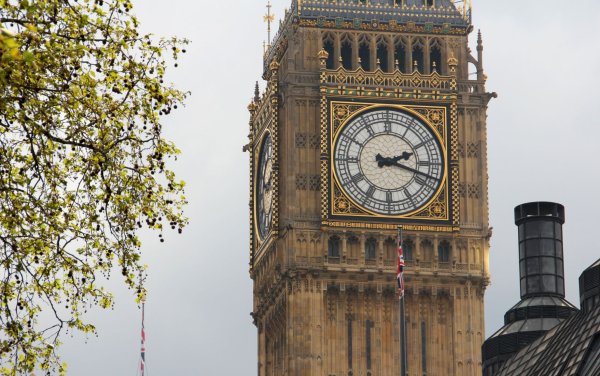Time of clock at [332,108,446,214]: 2:18
